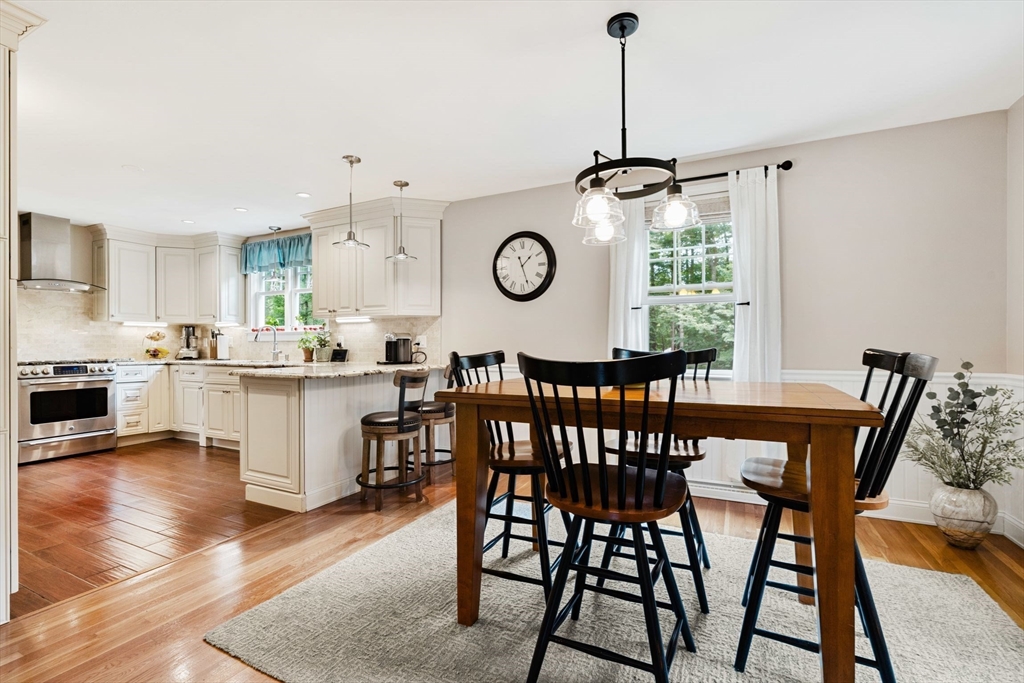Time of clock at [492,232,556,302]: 1:26
